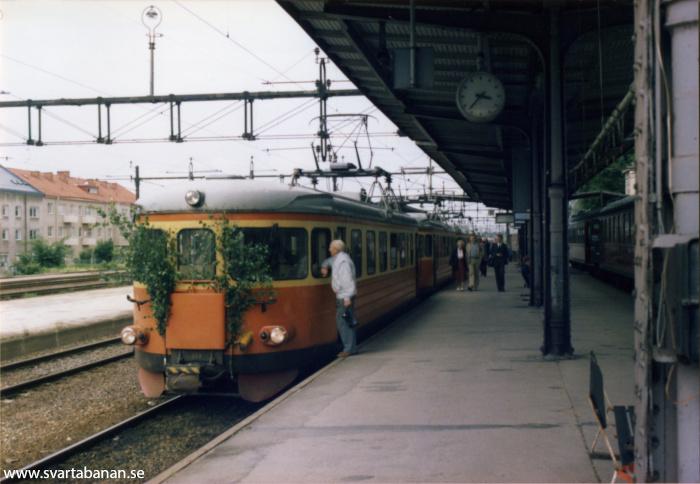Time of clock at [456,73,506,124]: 3:37
